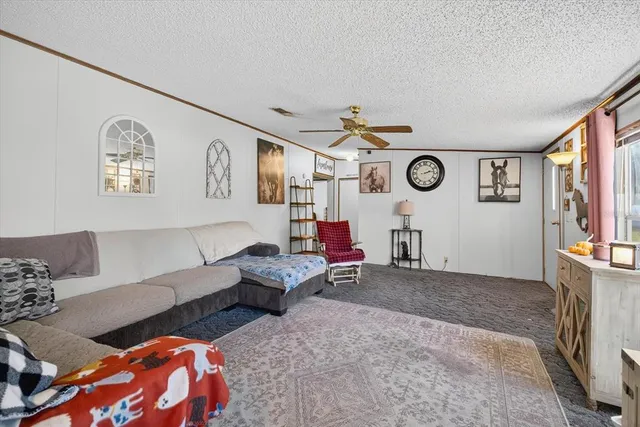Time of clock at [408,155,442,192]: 2:13
